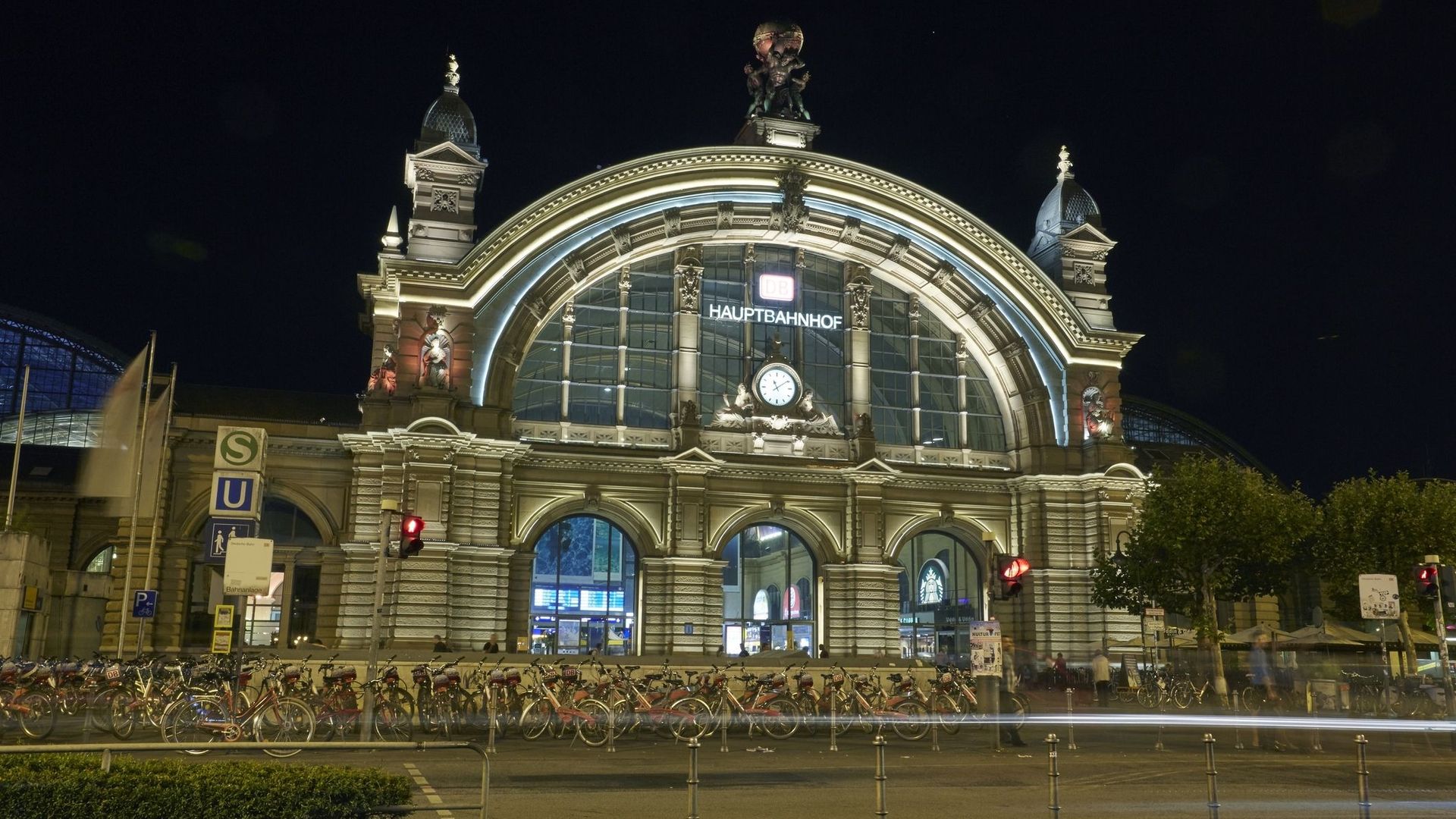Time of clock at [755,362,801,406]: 11:09
